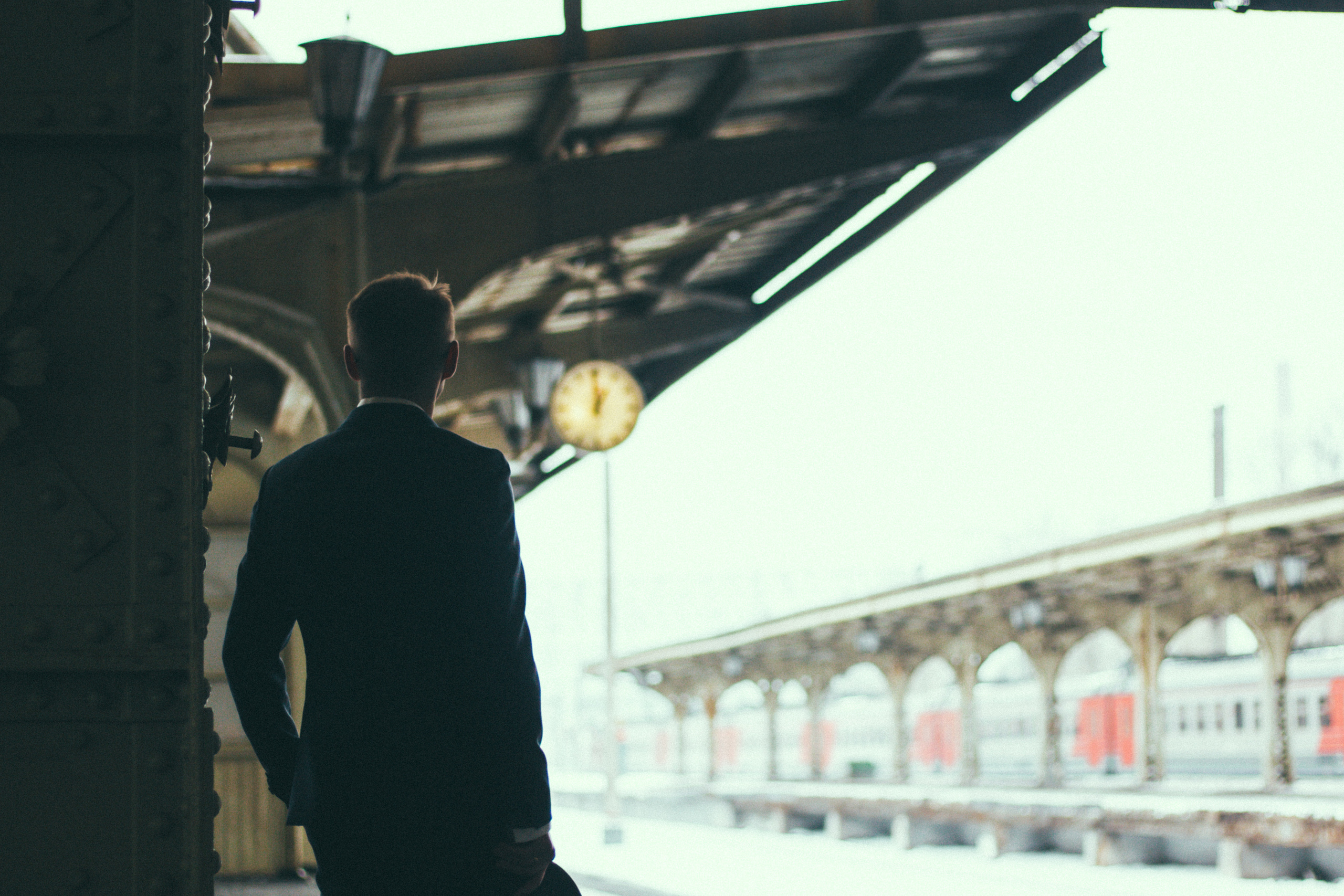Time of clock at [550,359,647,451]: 12:59
